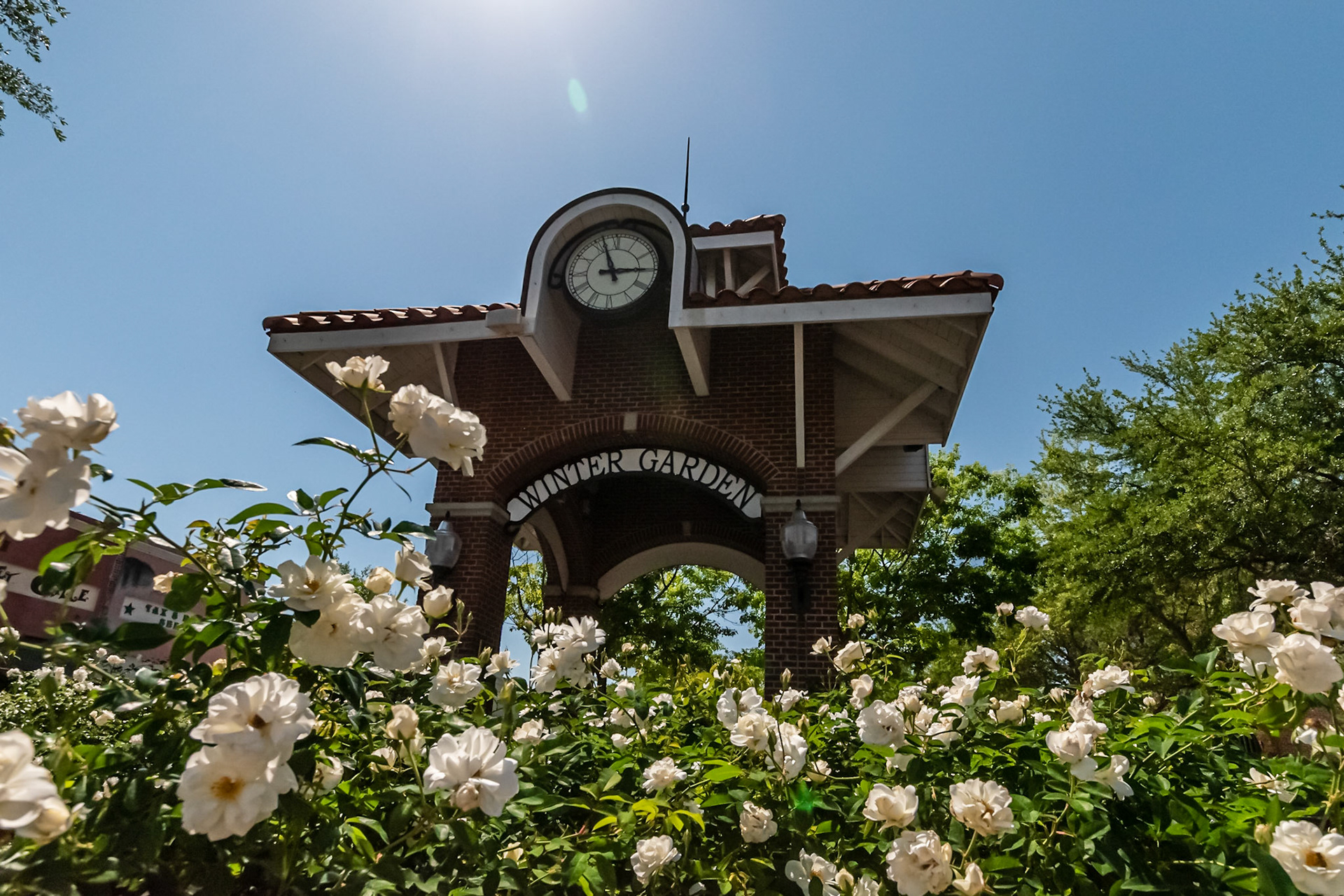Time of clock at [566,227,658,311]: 2:56
